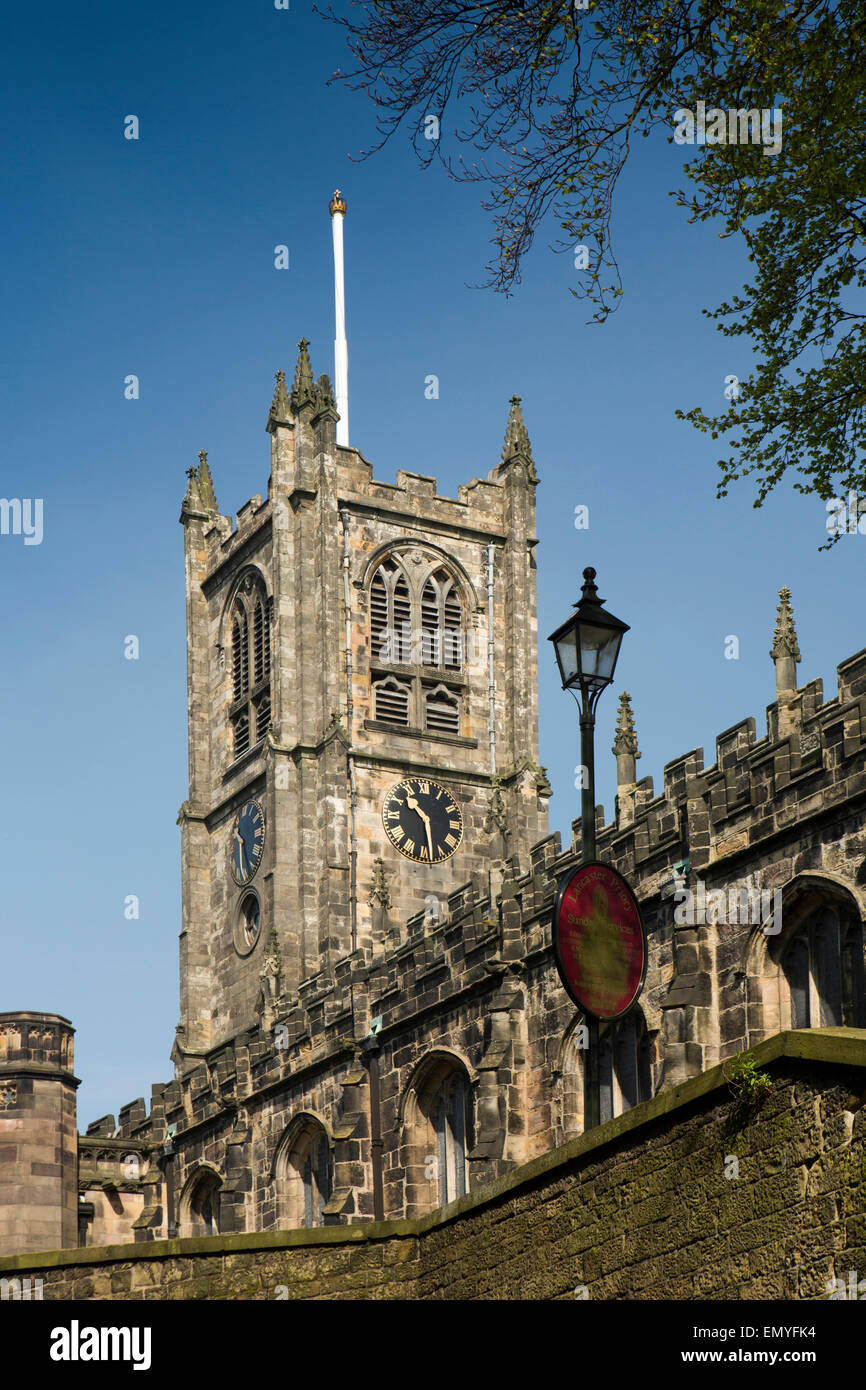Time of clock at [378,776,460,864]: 10:28
